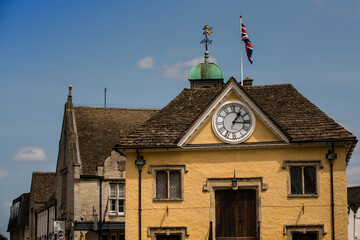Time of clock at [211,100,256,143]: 1:16
